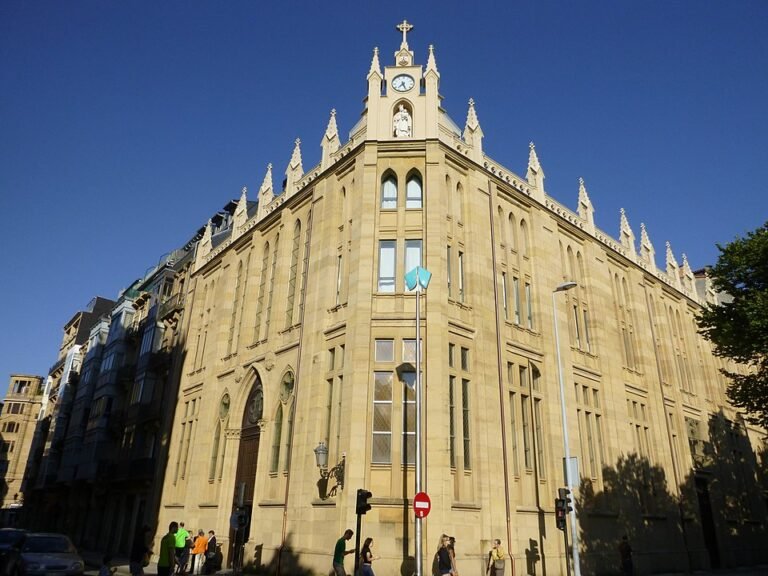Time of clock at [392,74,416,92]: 7:26
